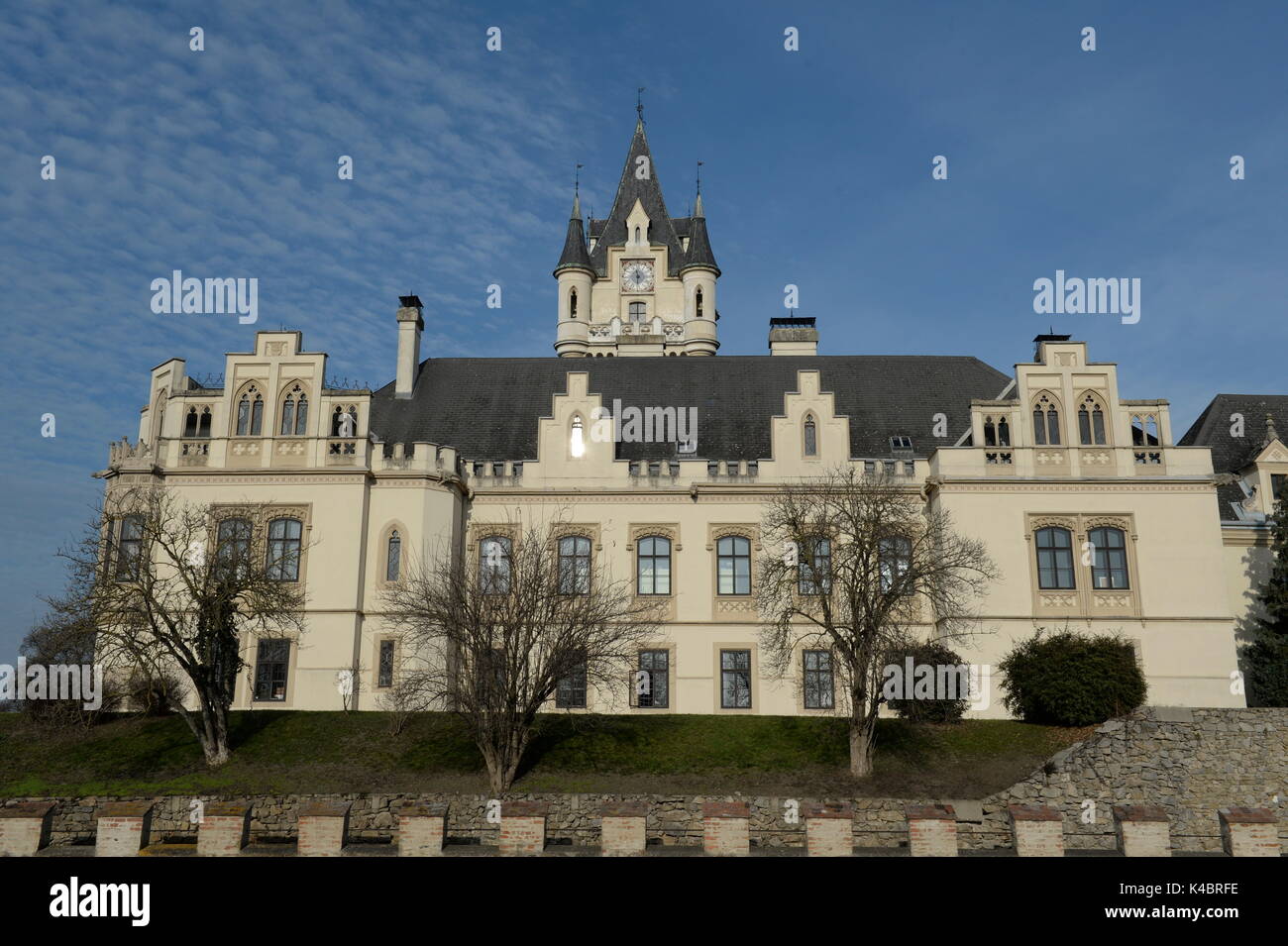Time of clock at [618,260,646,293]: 11:30
